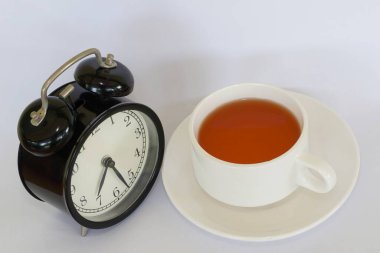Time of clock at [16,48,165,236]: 6:22
